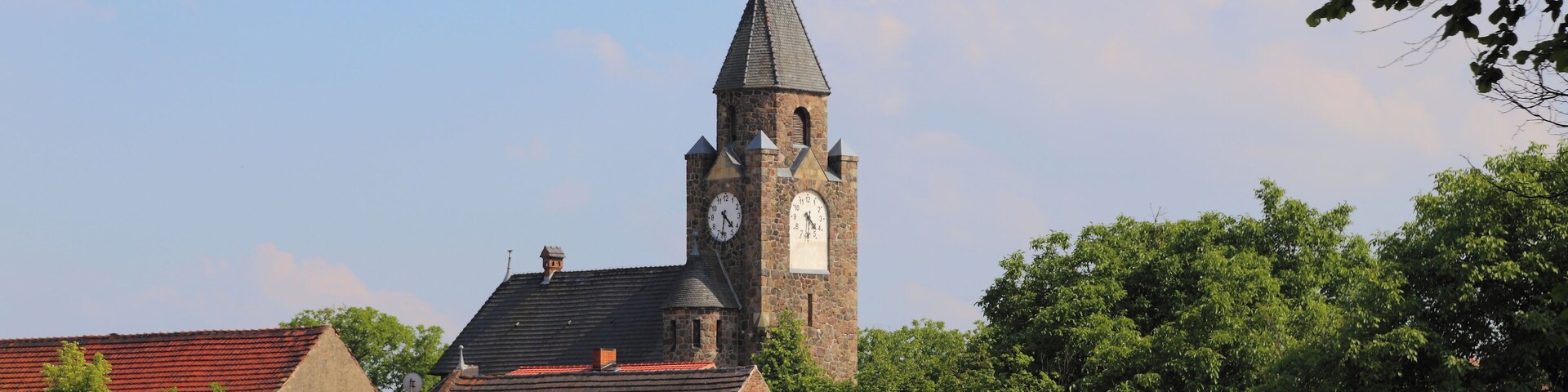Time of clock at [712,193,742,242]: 4:31
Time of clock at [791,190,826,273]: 4:31
